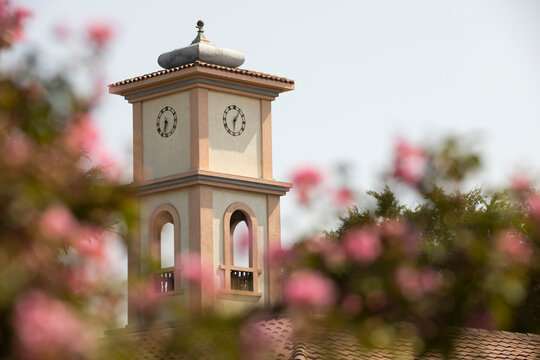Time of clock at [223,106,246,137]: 6:05
